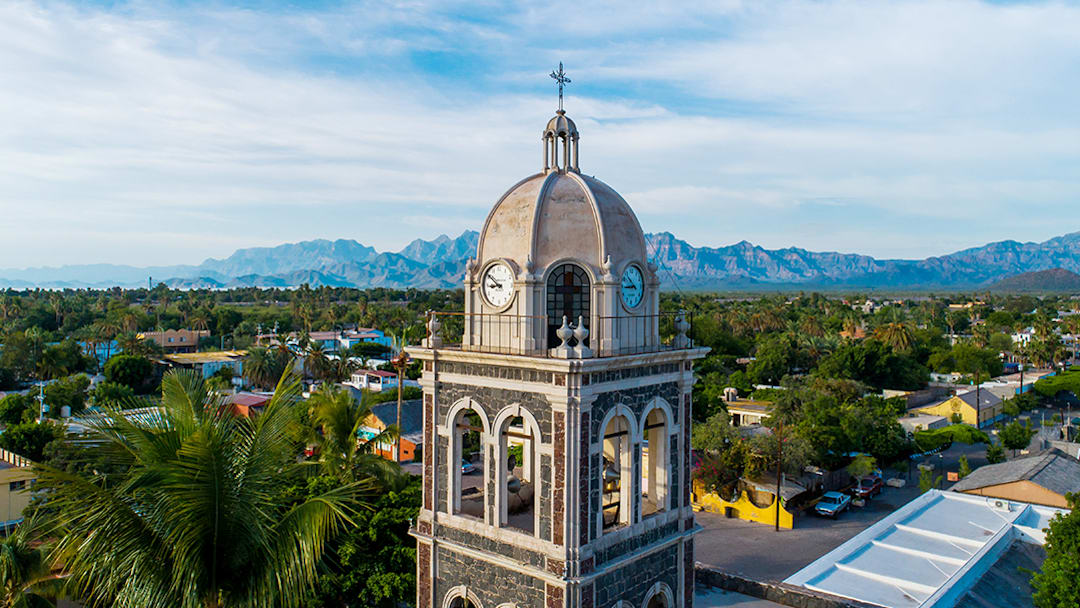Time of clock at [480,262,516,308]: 8:50
